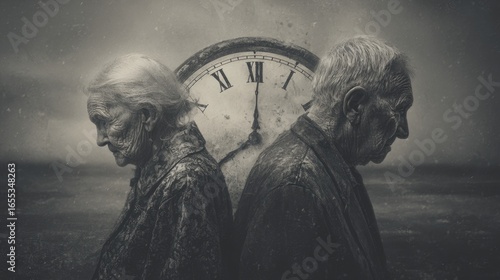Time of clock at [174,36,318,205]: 8:00
